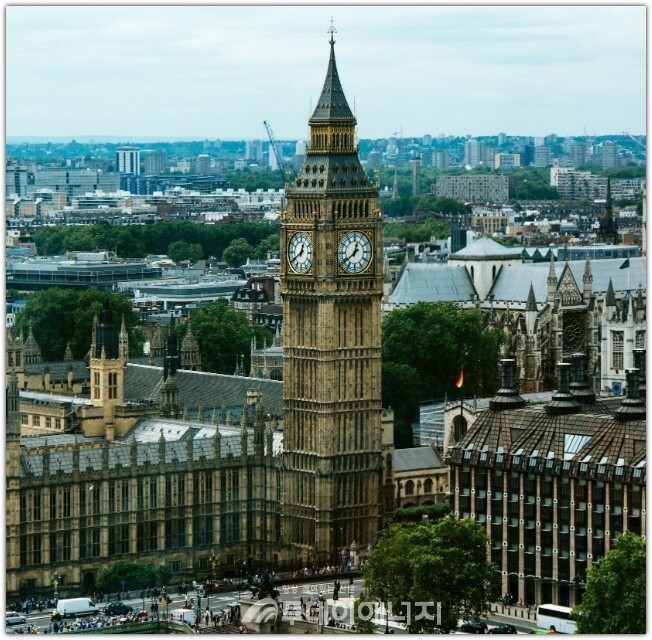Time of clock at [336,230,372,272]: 12:39
